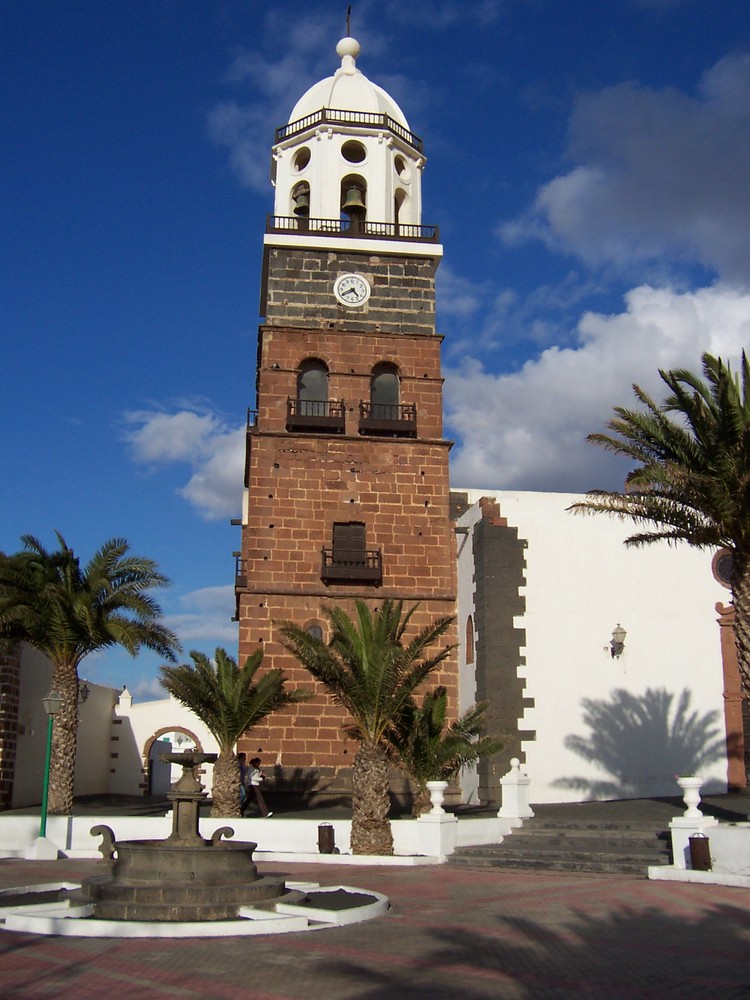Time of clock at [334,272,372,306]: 4:40
